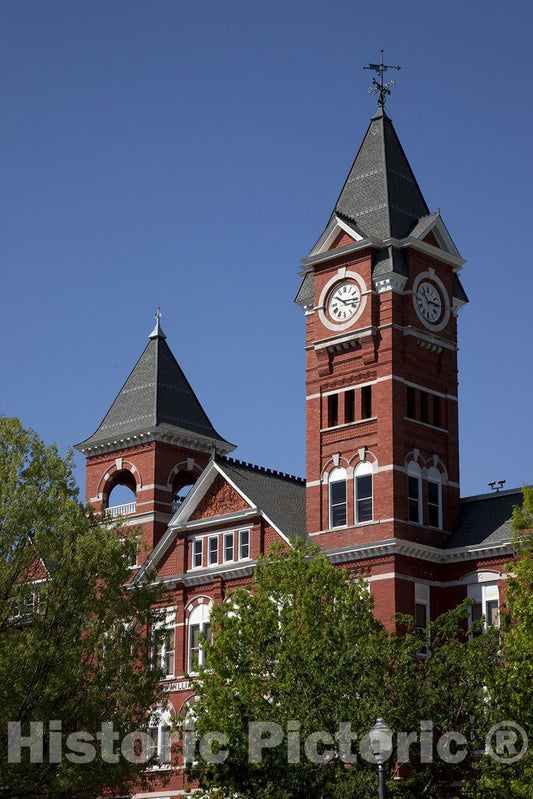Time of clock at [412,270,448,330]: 10:14
